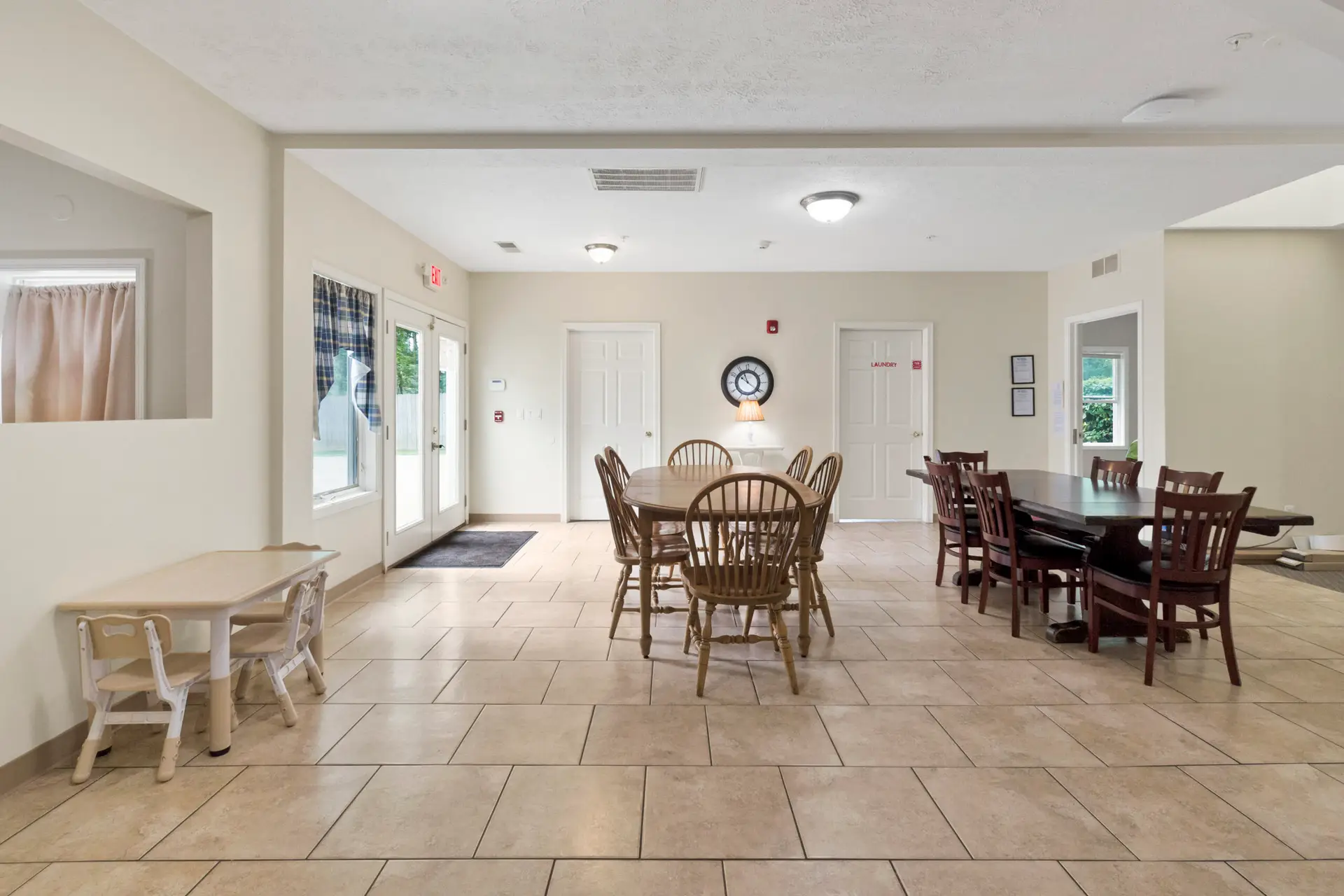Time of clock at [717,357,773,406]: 11:21
